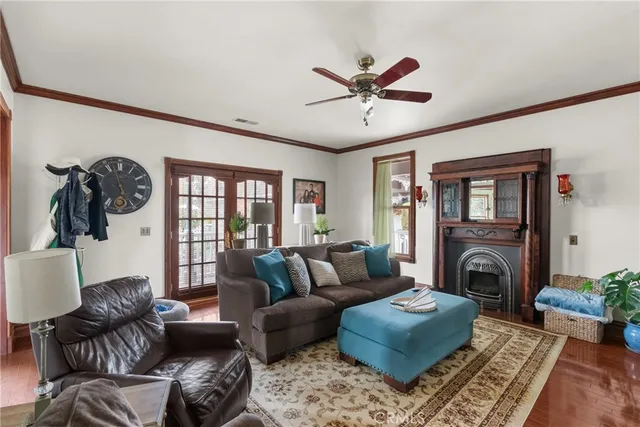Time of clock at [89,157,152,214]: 4:57
